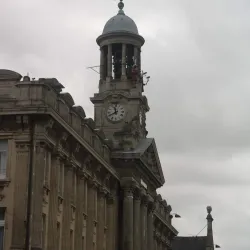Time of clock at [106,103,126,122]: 11:40
